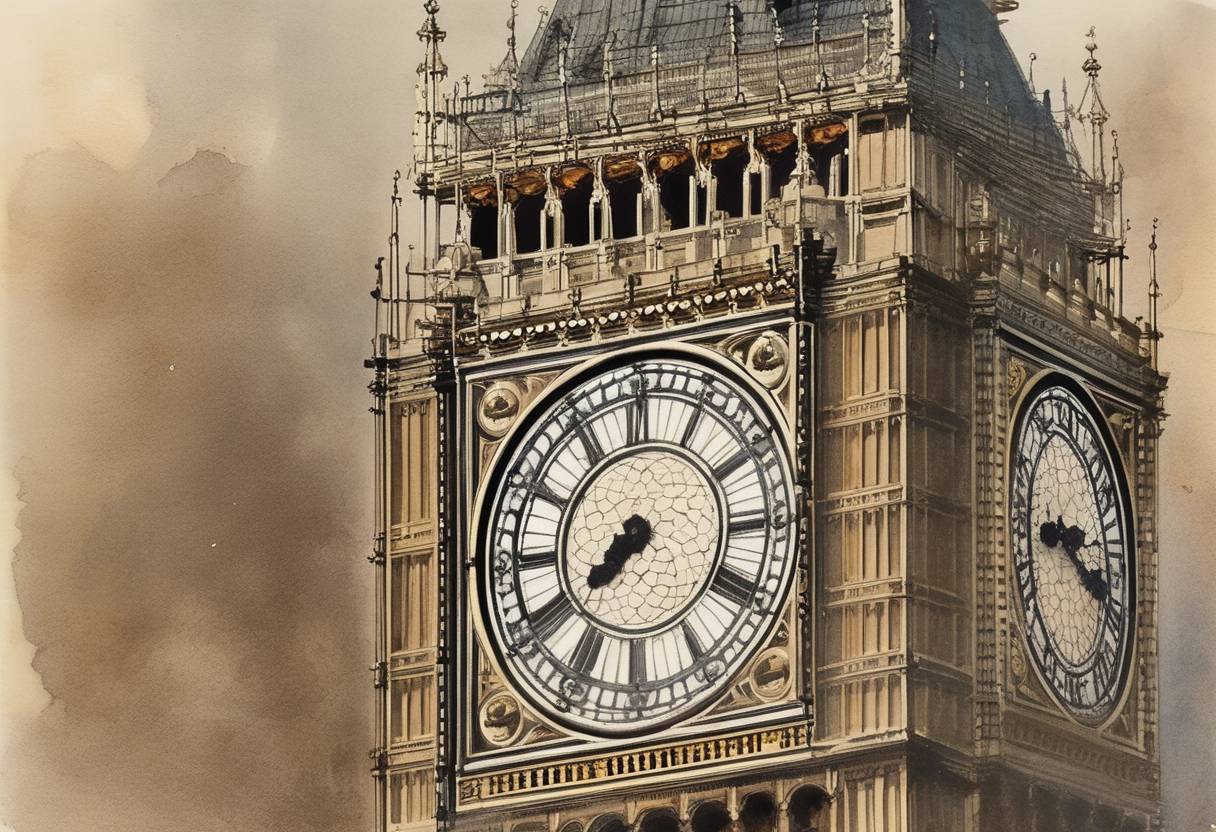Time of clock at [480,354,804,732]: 7:40
